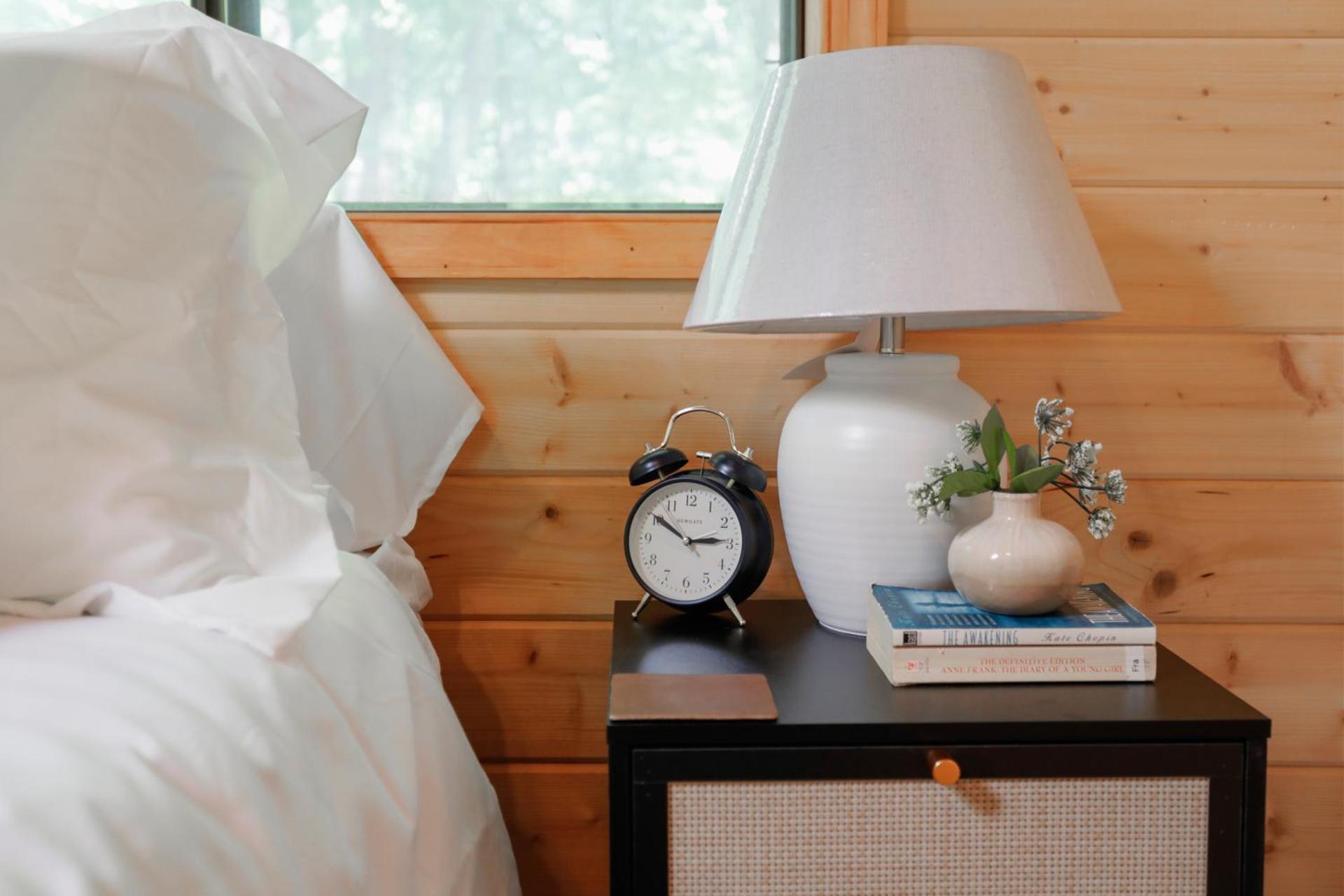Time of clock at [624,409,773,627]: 2:50
